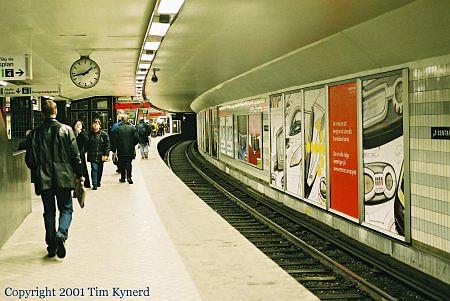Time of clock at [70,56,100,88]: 1:43
